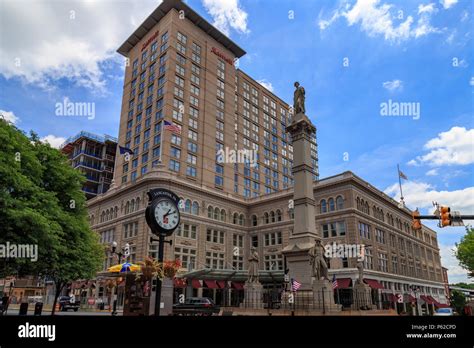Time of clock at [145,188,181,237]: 1:11
